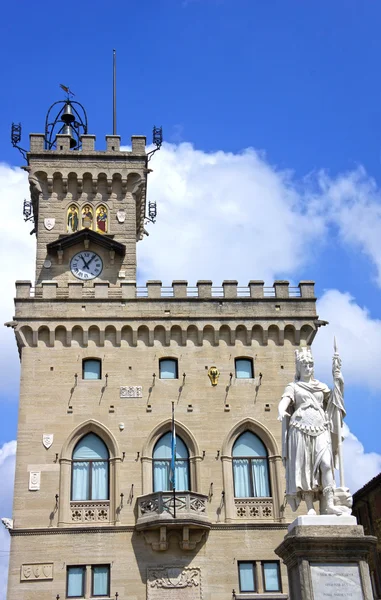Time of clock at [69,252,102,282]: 11:06
